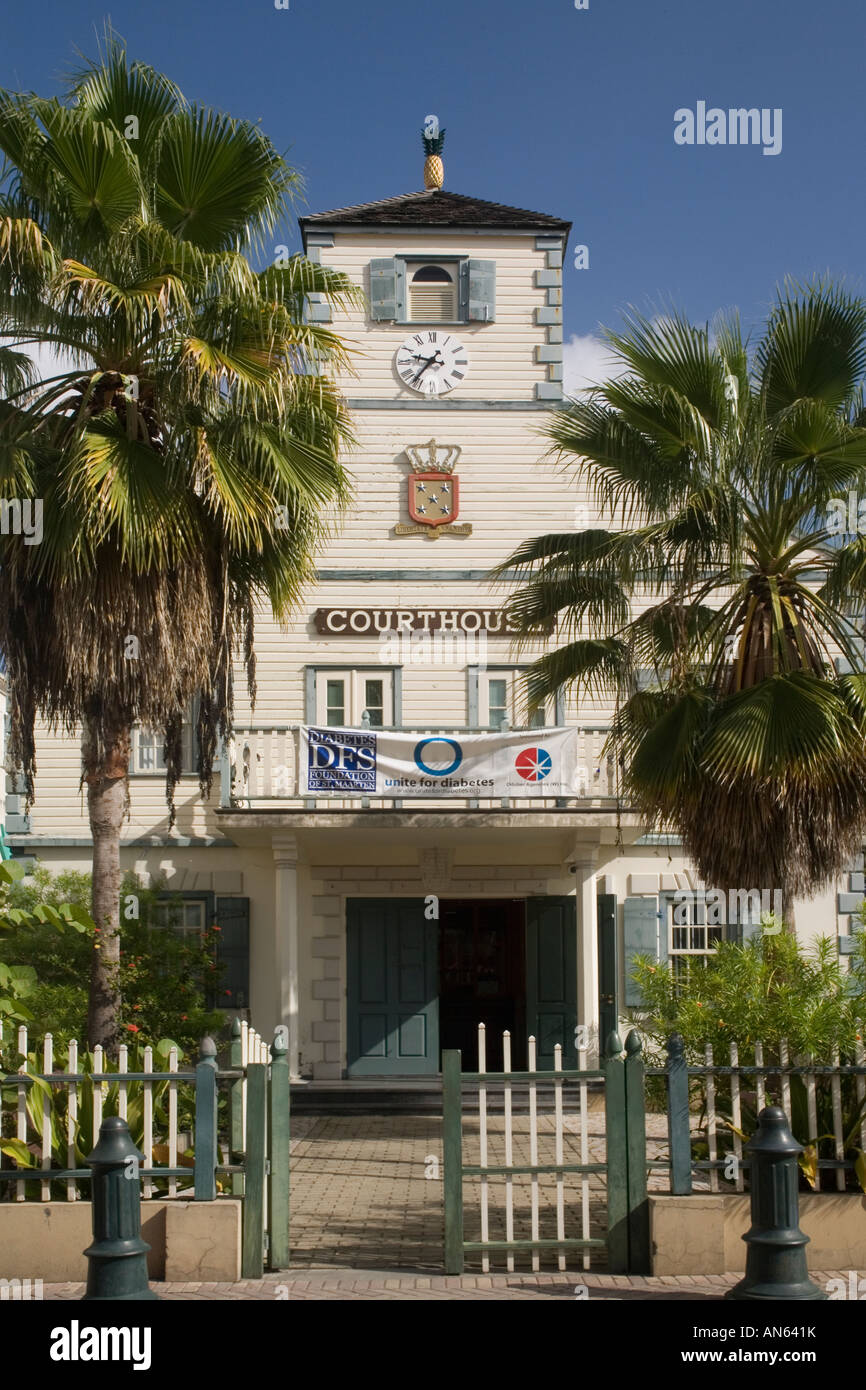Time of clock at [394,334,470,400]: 9:36
